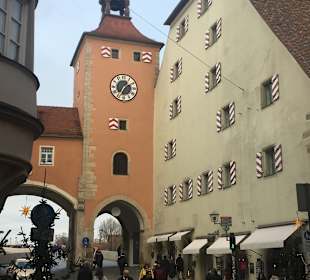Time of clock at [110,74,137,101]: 7:08
